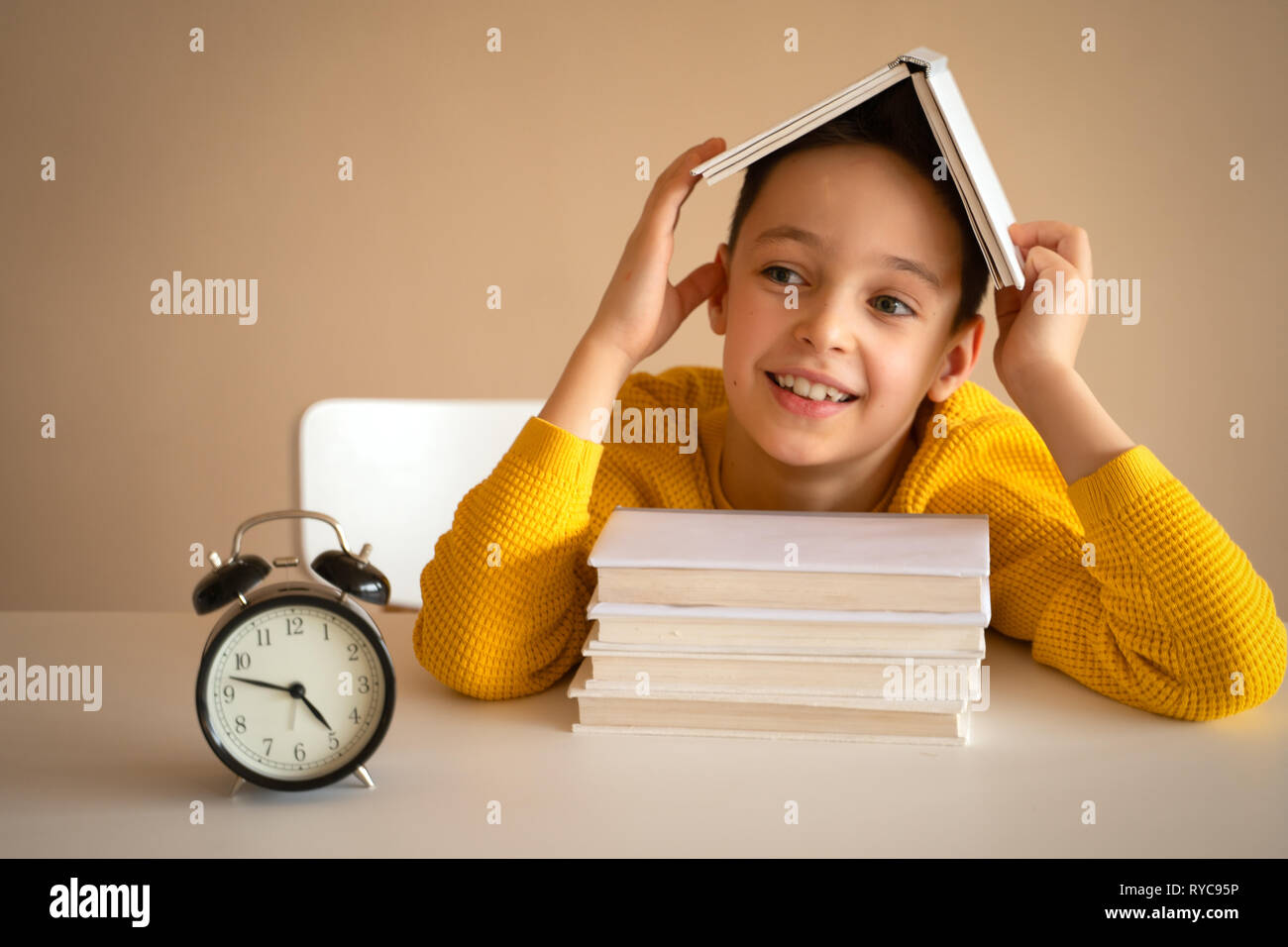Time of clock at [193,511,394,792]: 4:47
